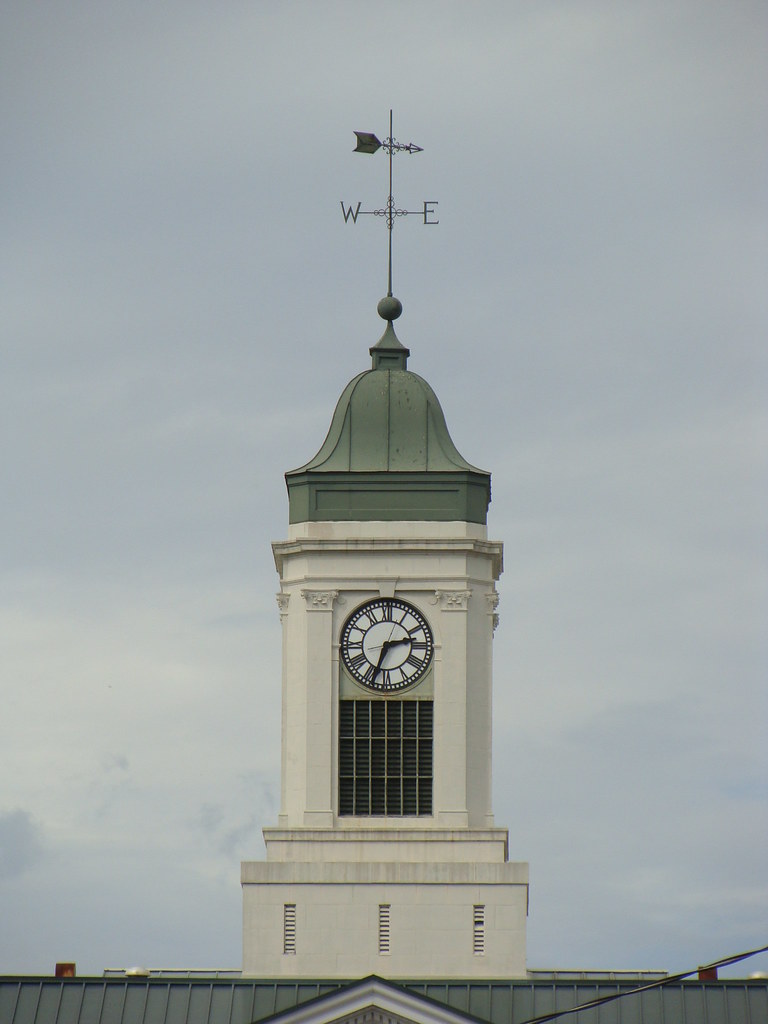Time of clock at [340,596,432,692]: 2:33
